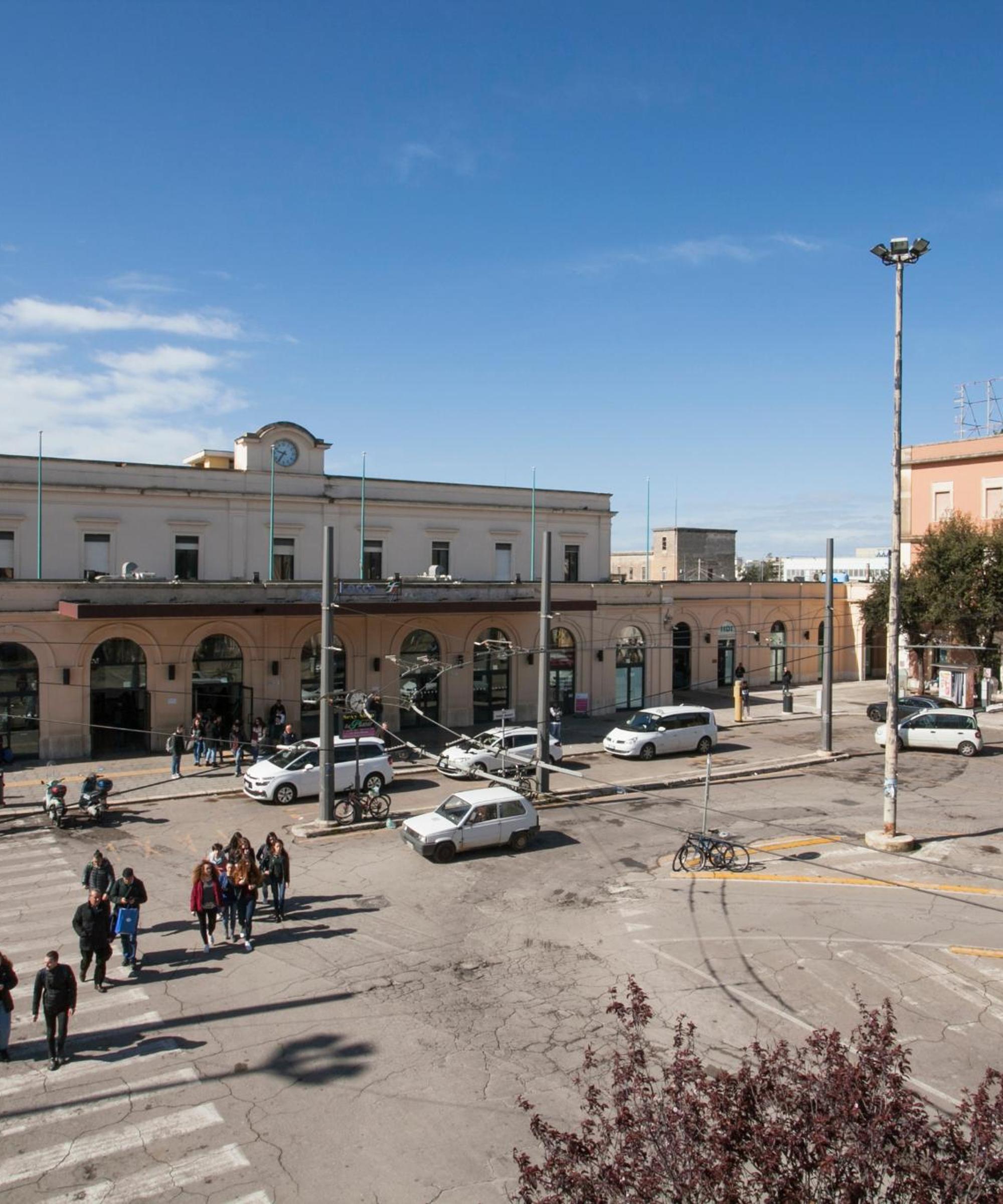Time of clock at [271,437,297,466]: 9:36
